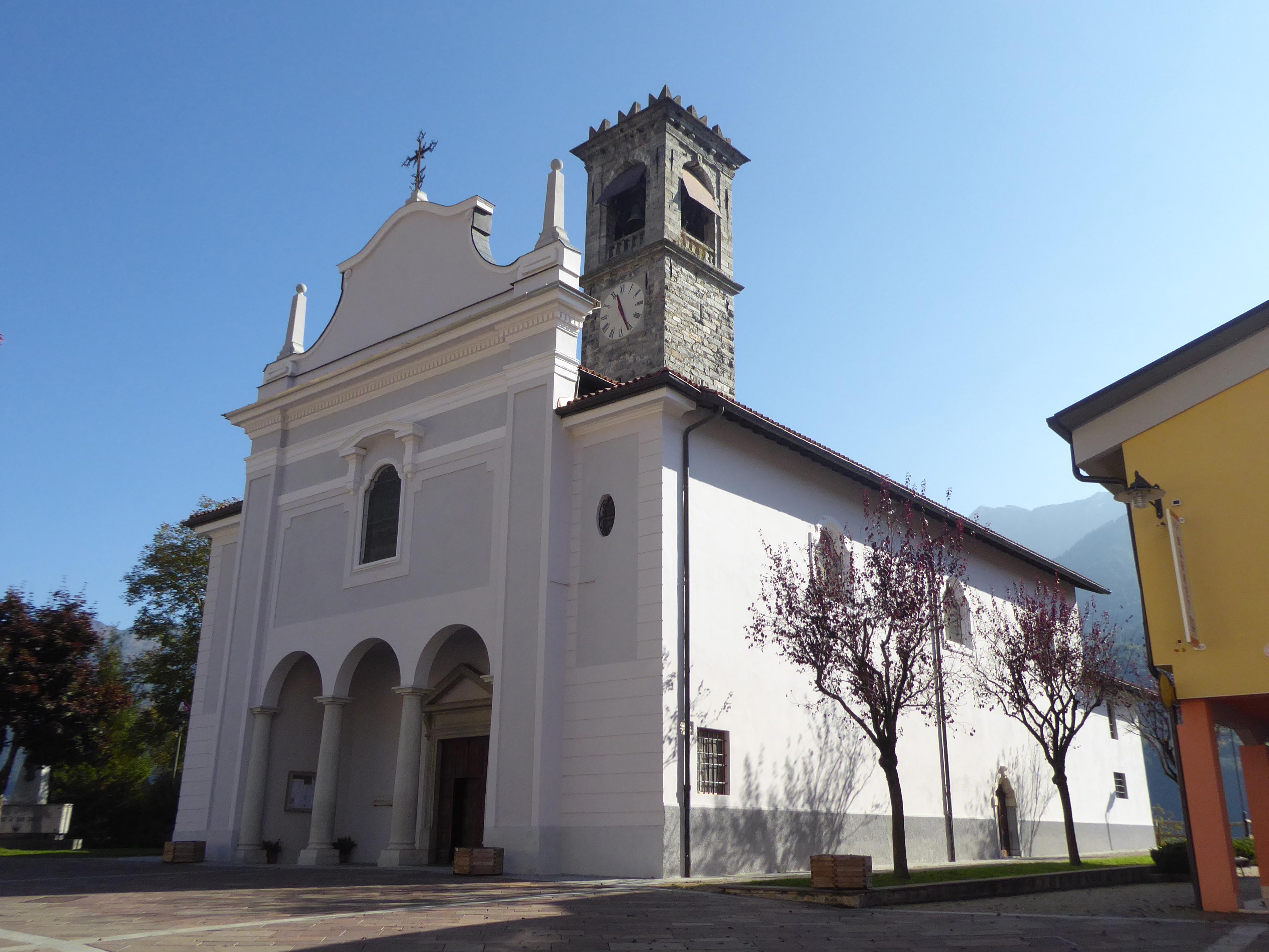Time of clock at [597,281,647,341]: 11:26
